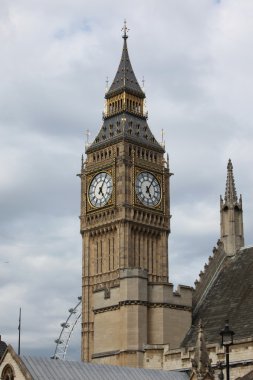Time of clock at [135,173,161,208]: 5:05
